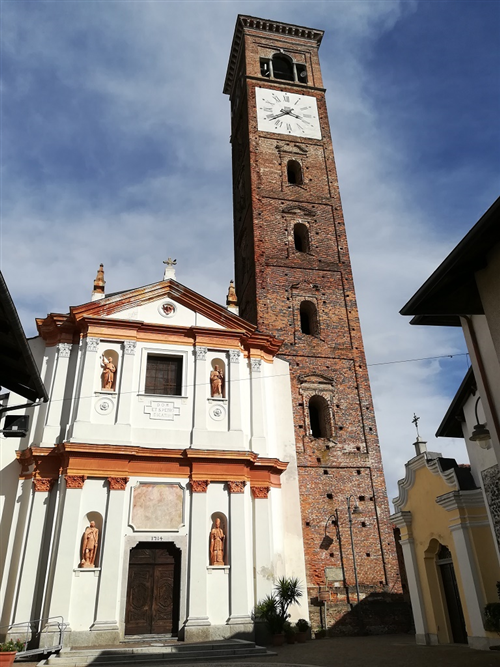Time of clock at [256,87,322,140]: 3:38
